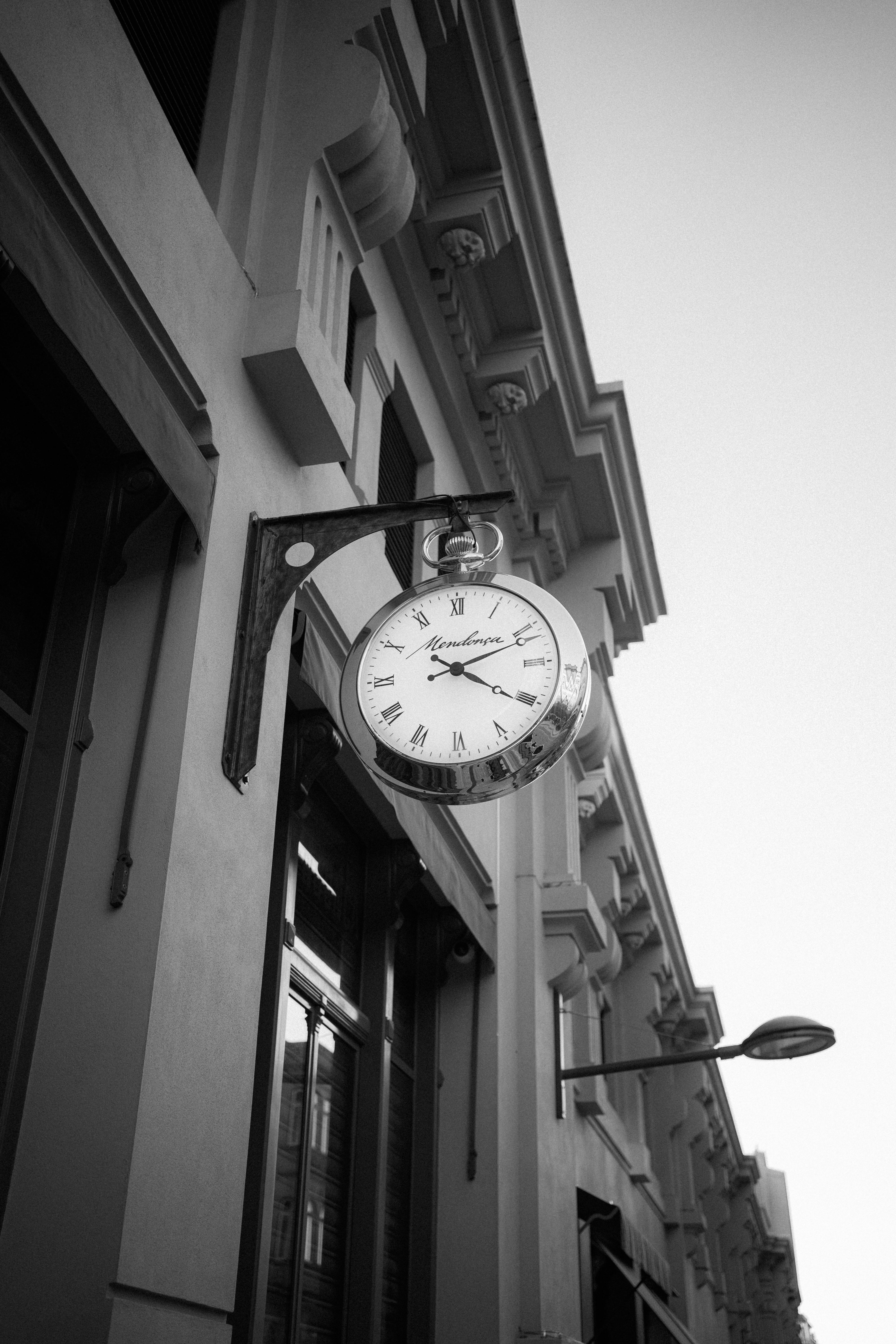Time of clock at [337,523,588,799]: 2:20
